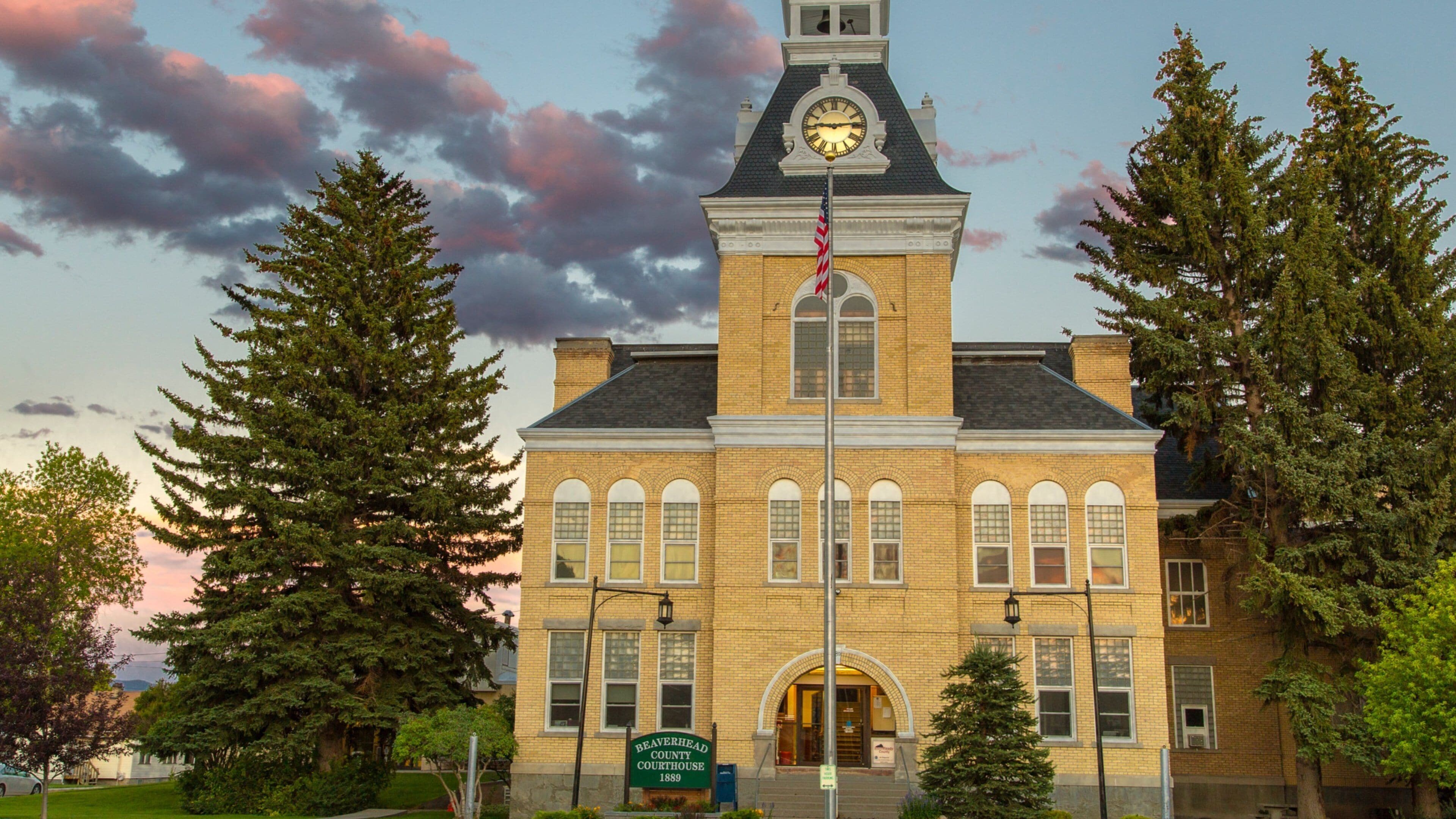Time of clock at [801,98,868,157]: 9:13
